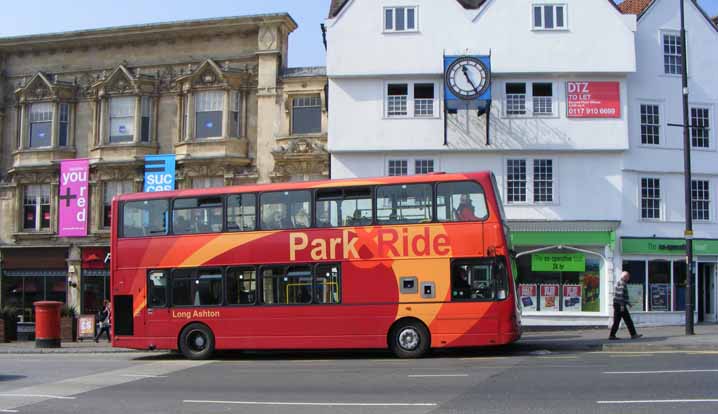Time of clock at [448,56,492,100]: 11:24
